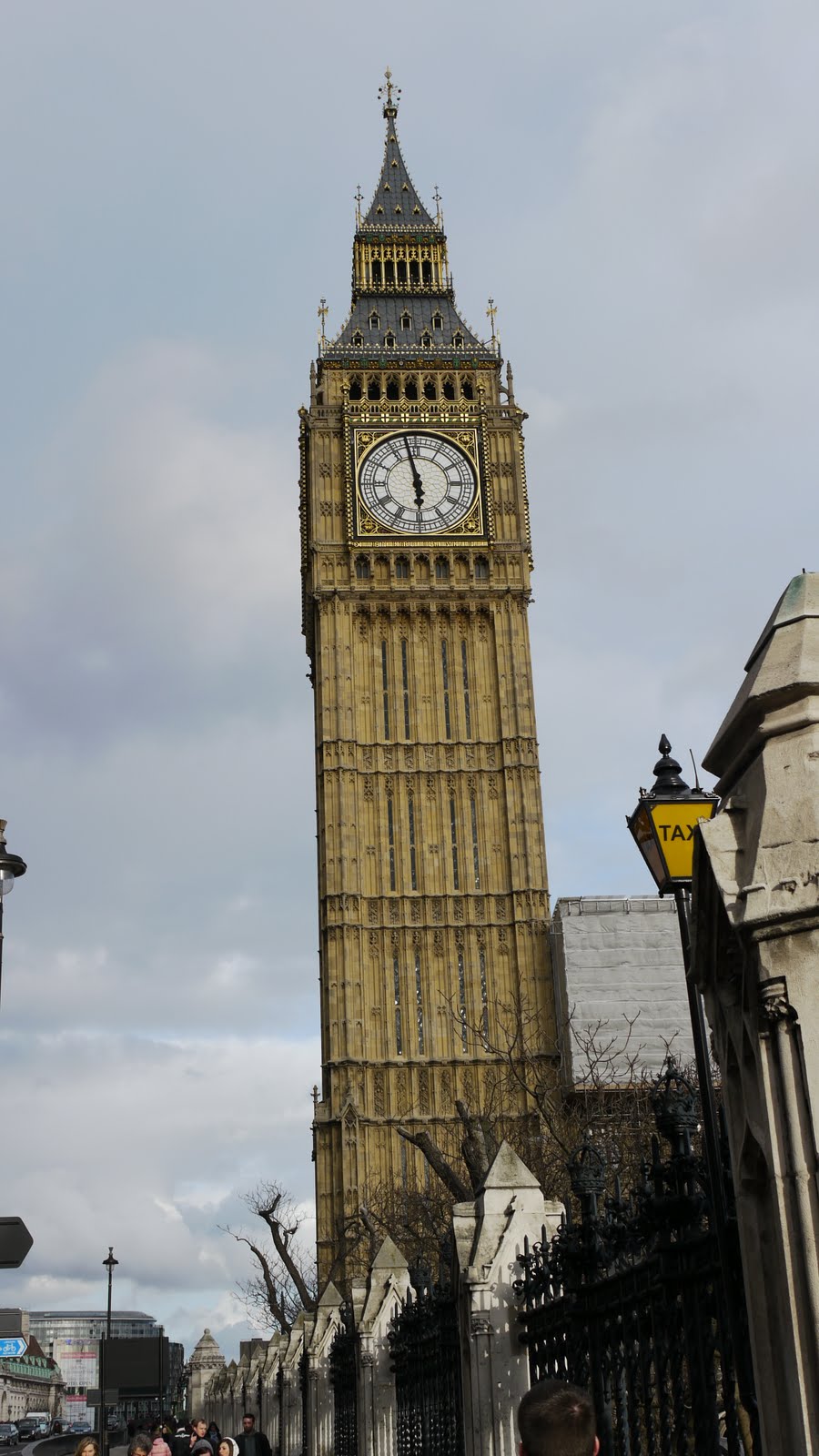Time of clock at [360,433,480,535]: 5:57
